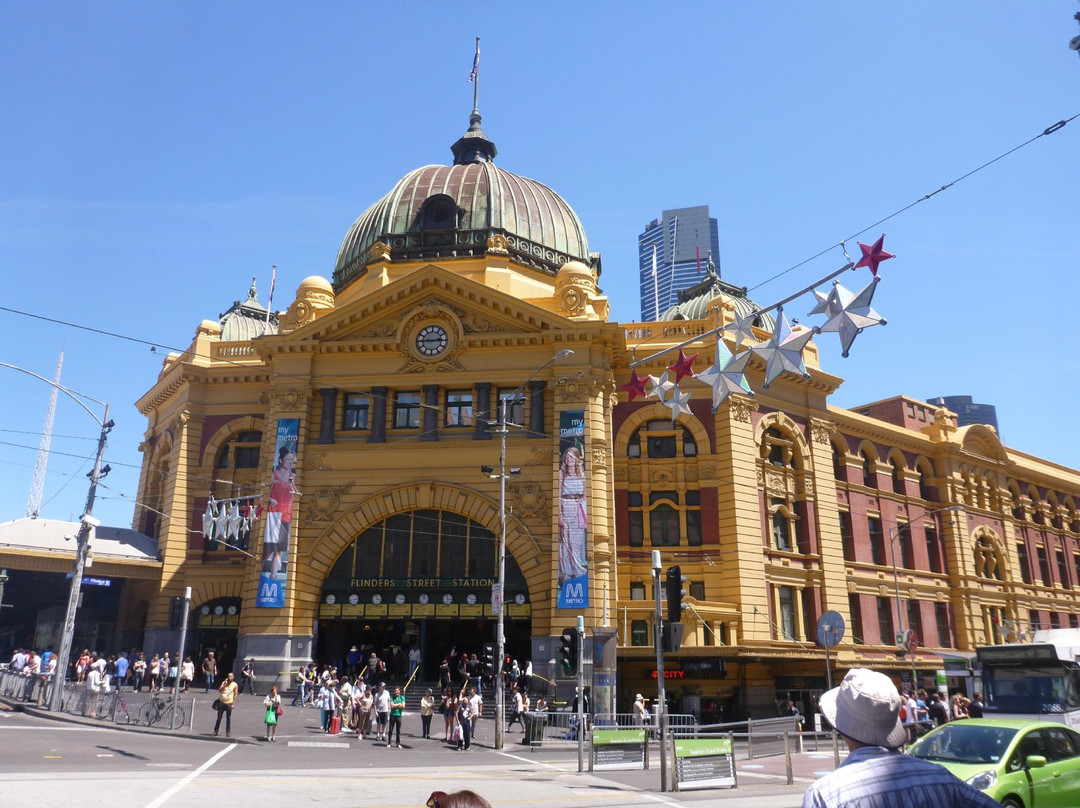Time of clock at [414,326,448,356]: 2:45
